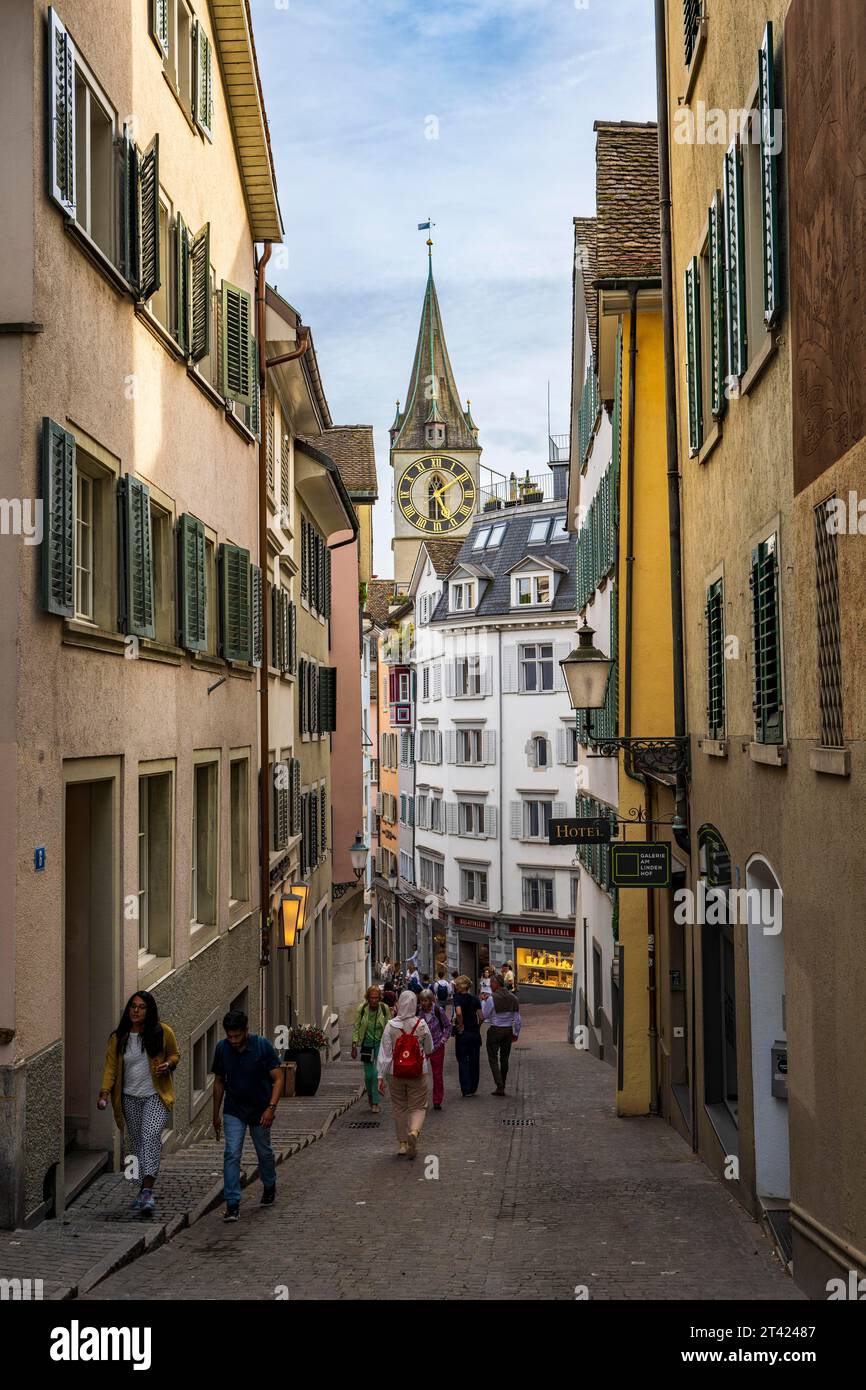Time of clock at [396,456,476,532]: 12:09
